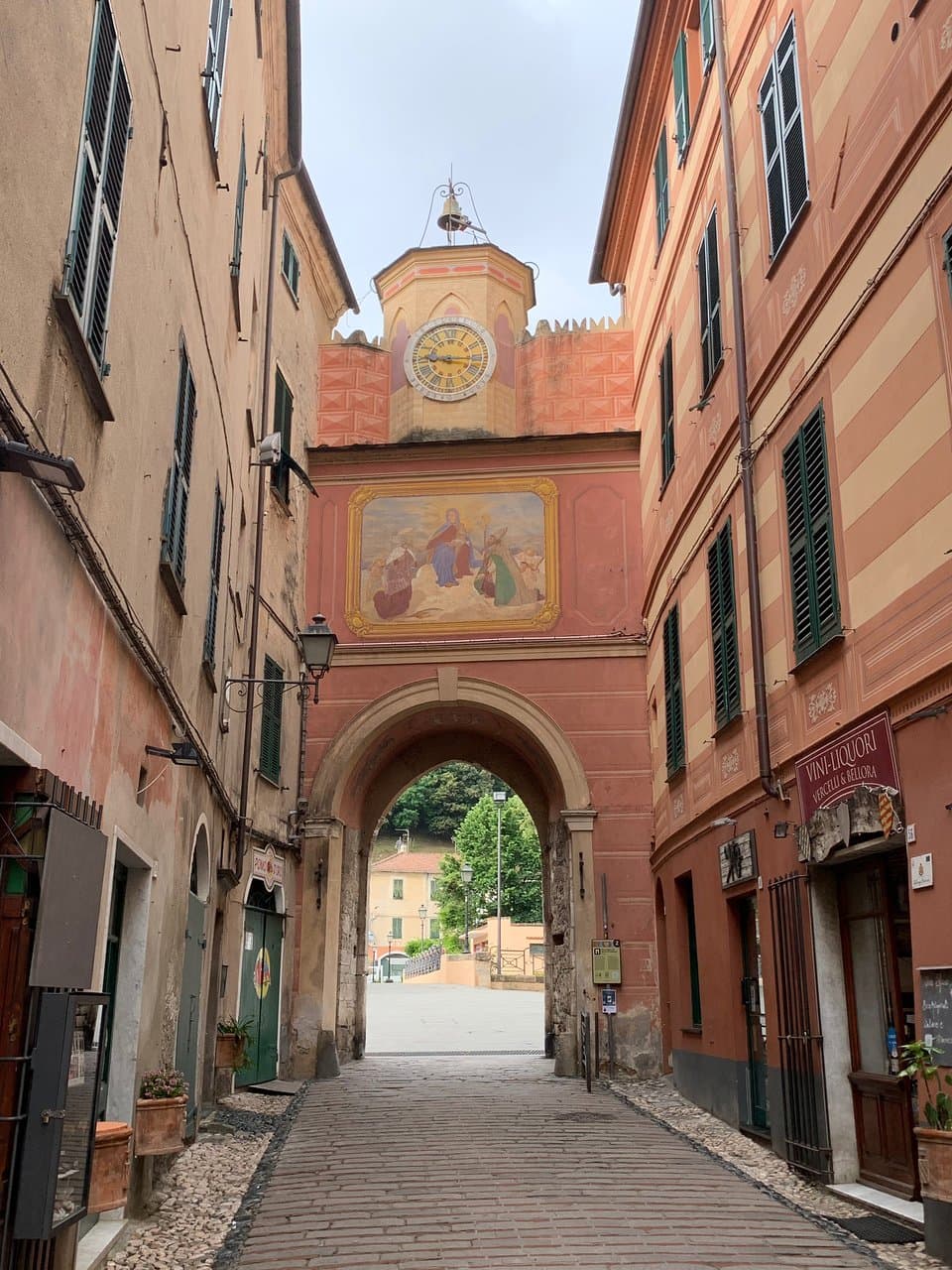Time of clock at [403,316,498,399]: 9:15
